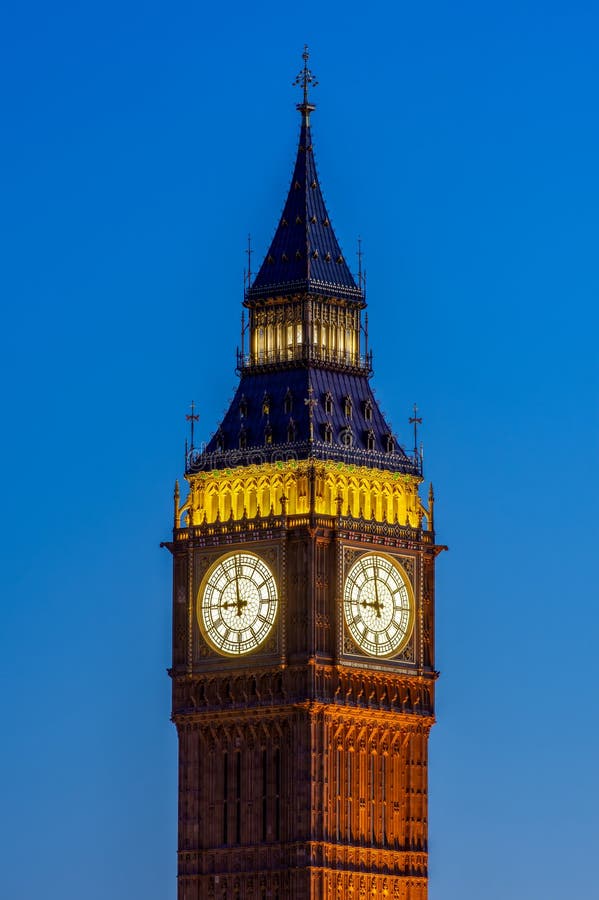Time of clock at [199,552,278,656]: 8:58
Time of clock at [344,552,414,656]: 8:58
